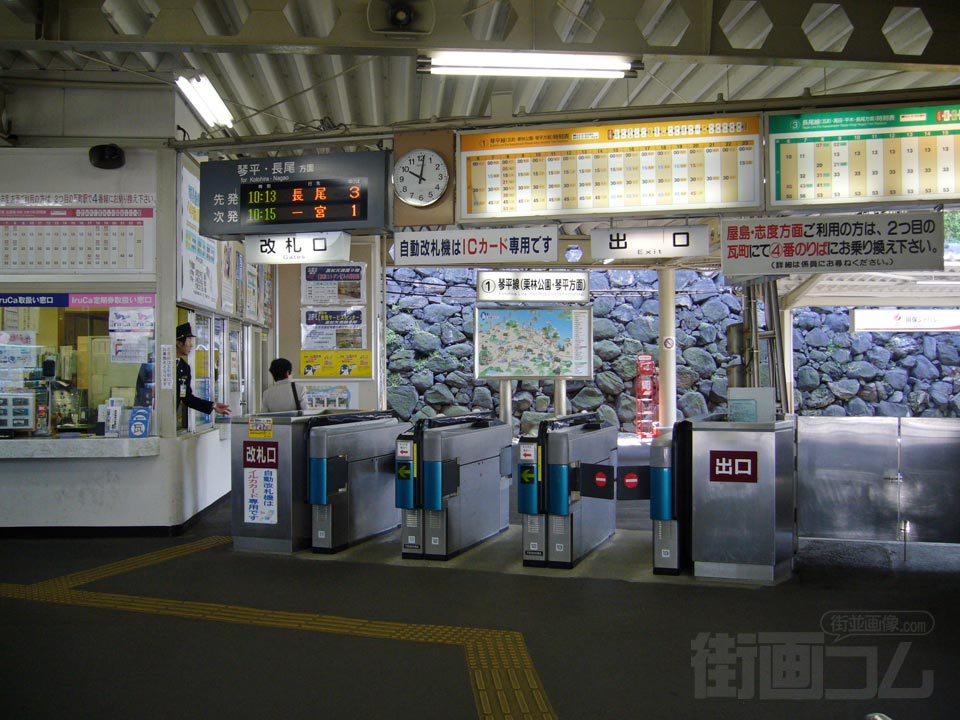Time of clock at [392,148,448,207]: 10:01
